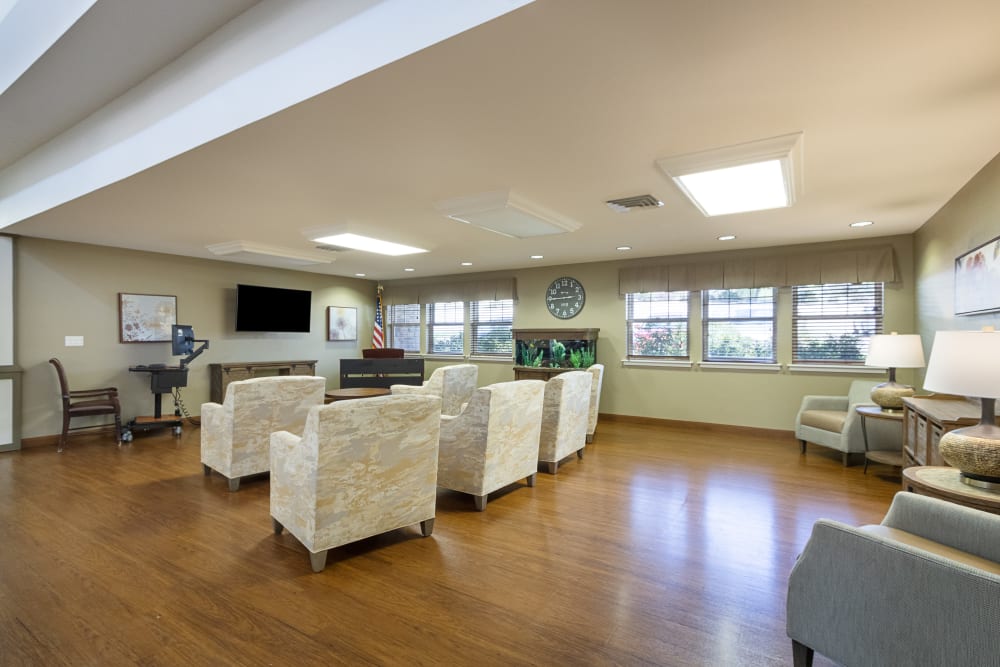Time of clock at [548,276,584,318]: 2:44
